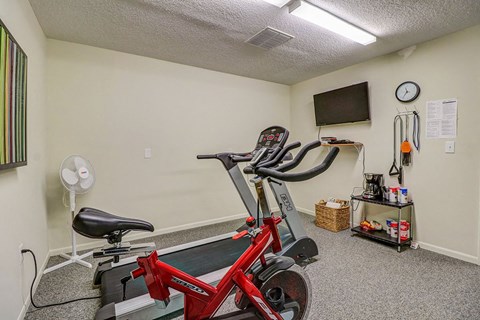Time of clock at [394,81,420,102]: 11:35
